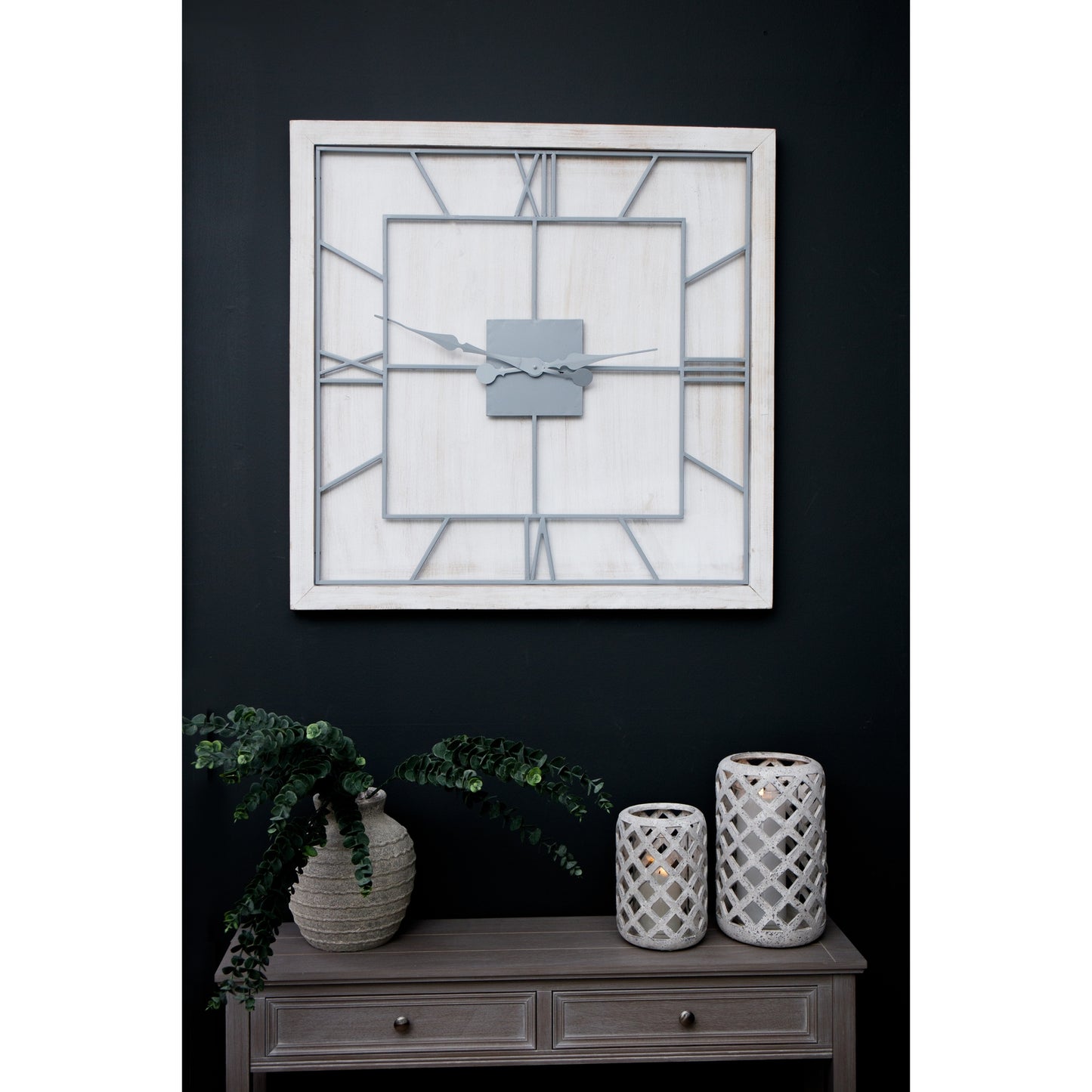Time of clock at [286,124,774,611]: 9:14
